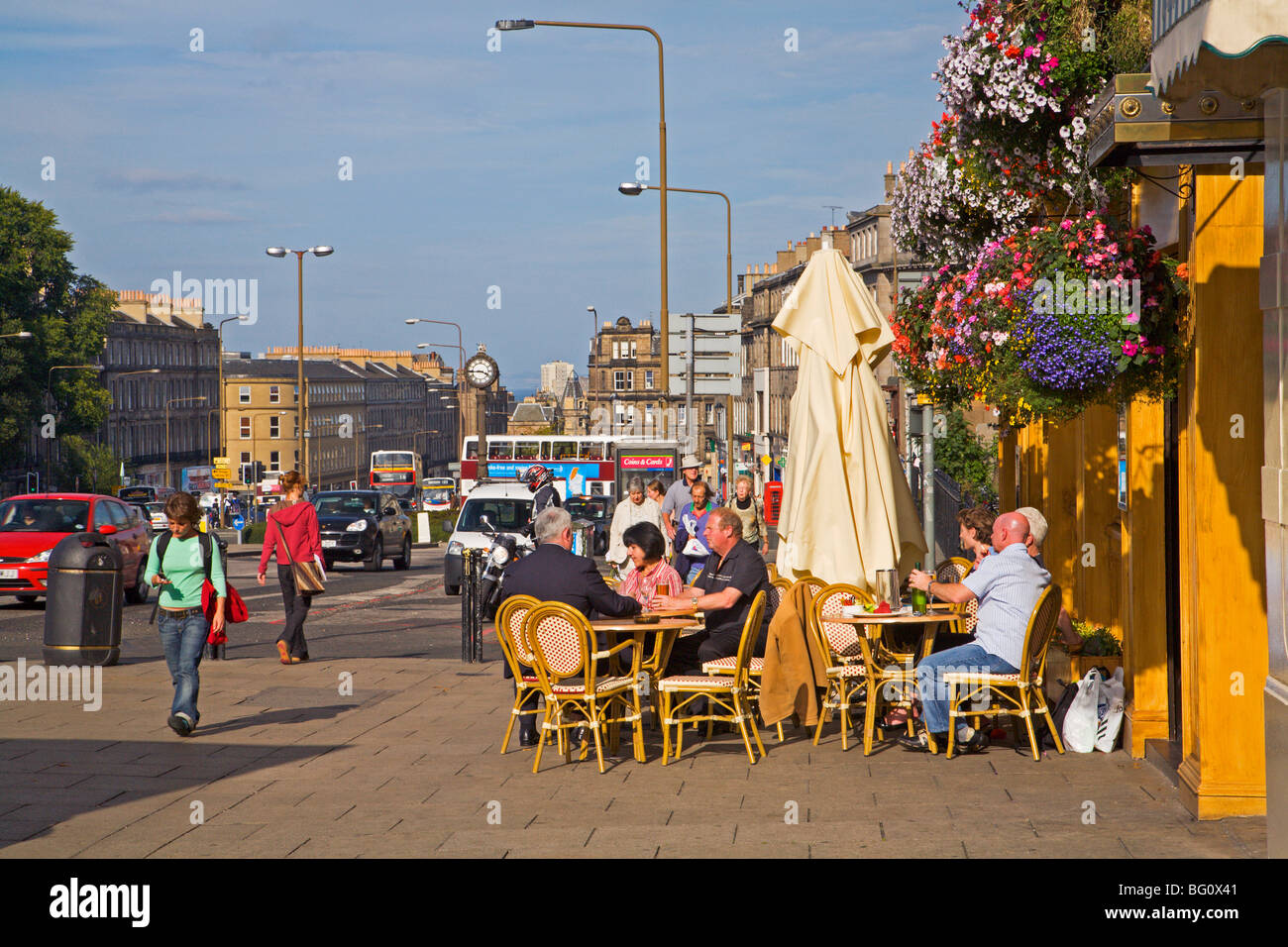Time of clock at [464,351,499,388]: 3:44
